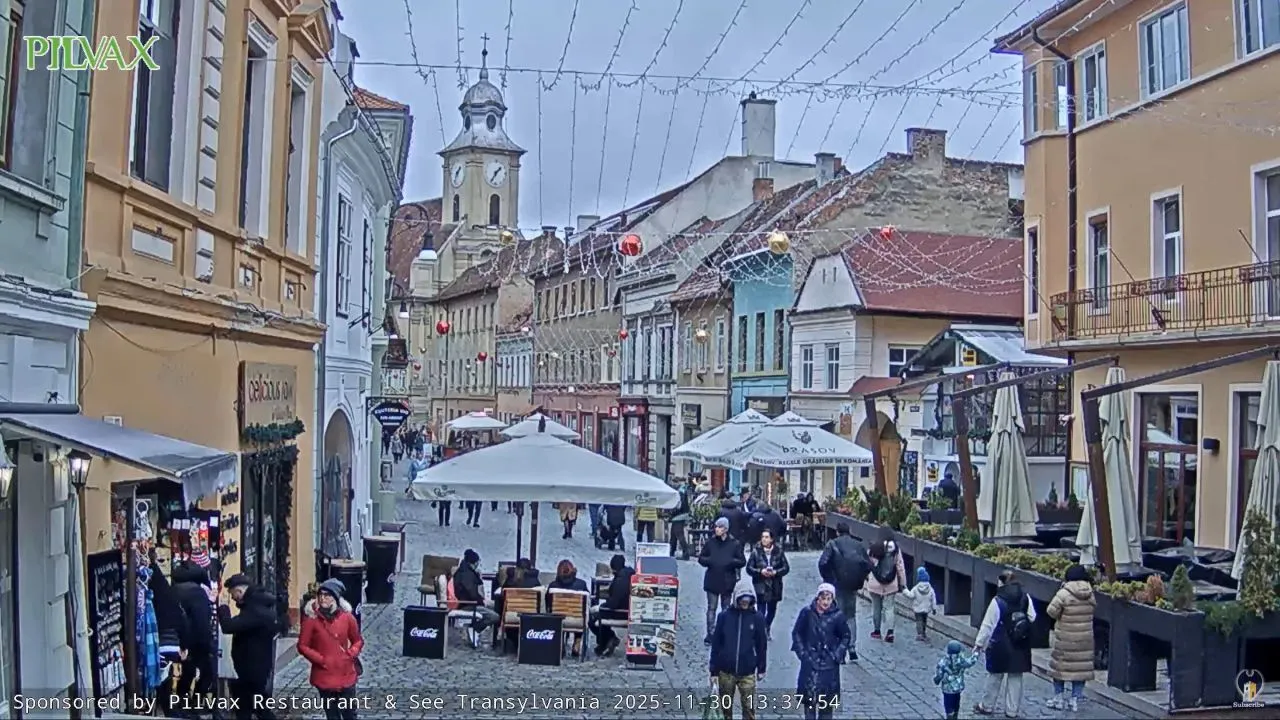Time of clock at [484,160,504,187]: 1:35
